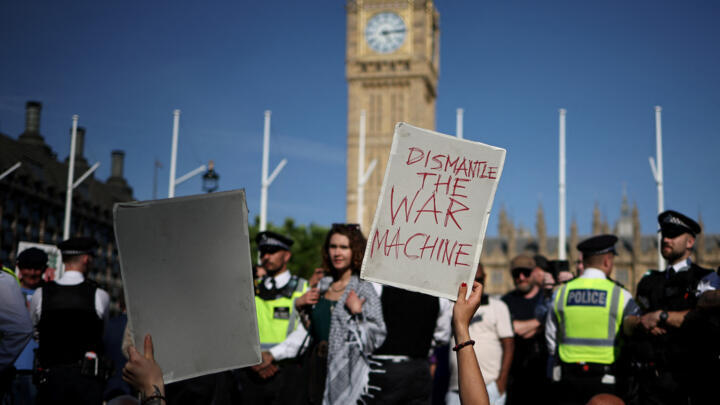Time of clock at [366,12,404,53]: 5:13
